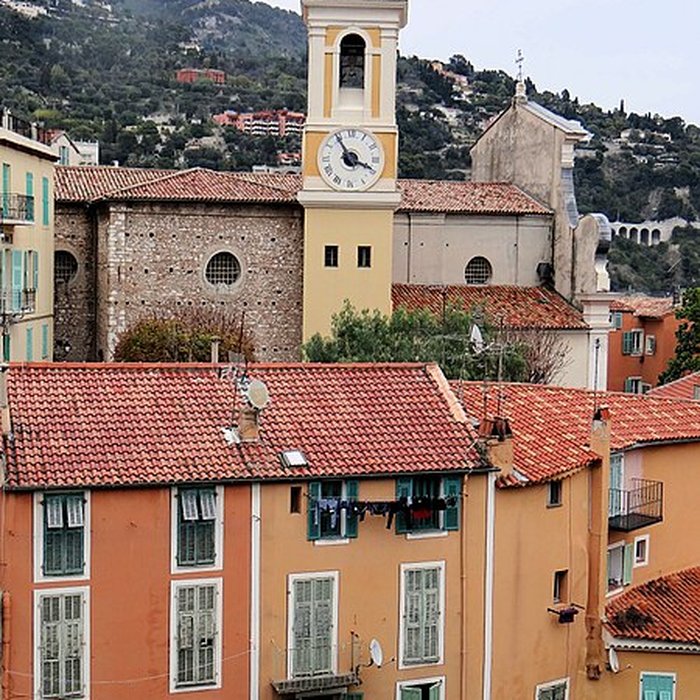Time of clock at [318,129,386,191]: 3:54
